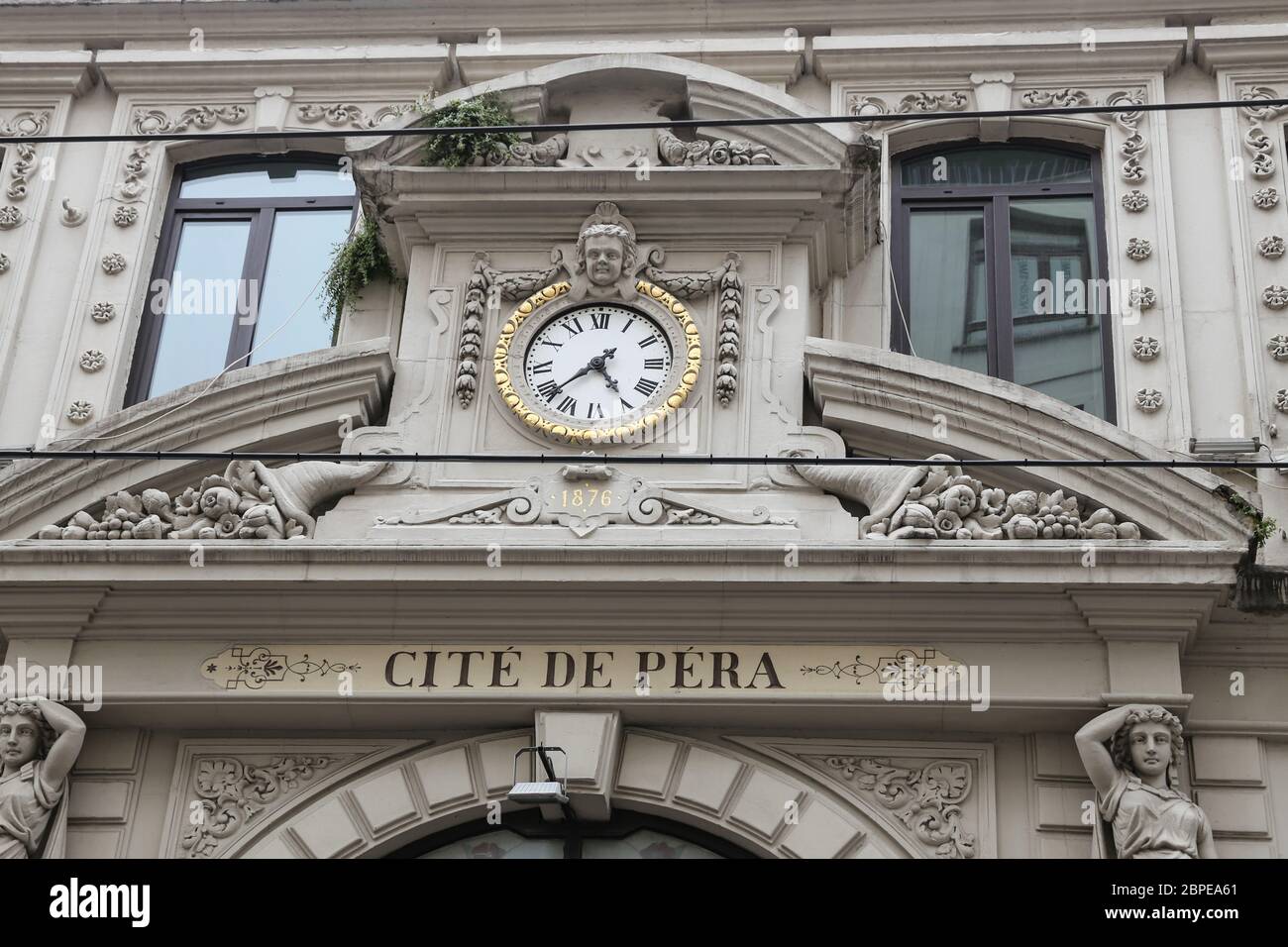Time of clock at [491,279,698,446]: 4:38
